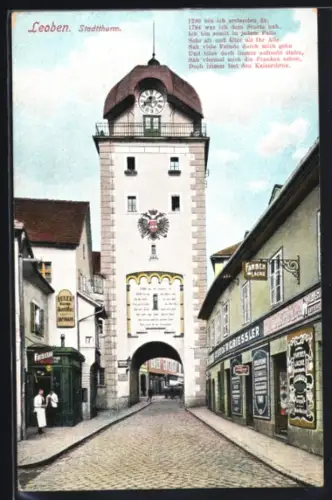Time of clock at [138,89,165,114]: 11:40
